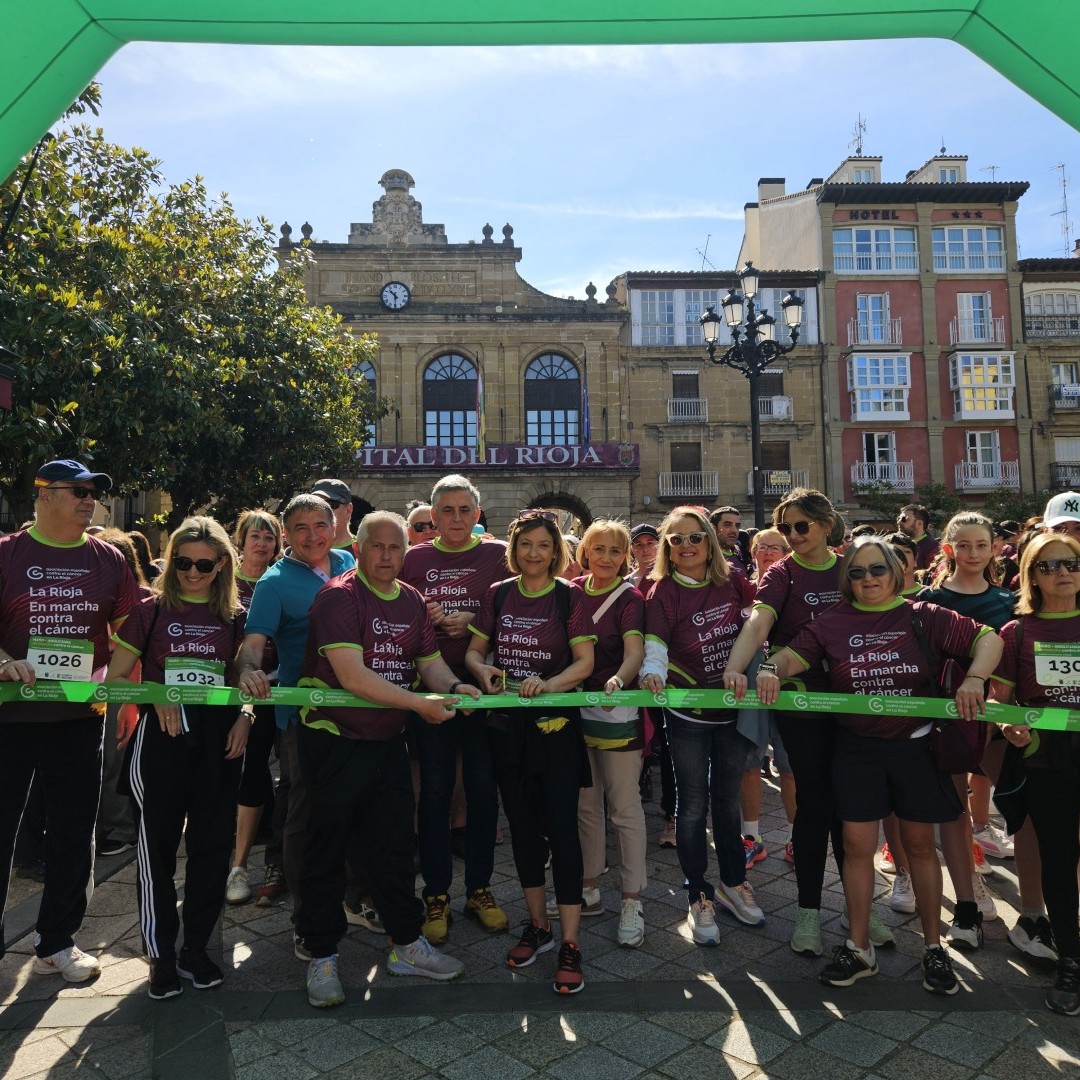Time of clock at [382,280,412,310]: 10:30
